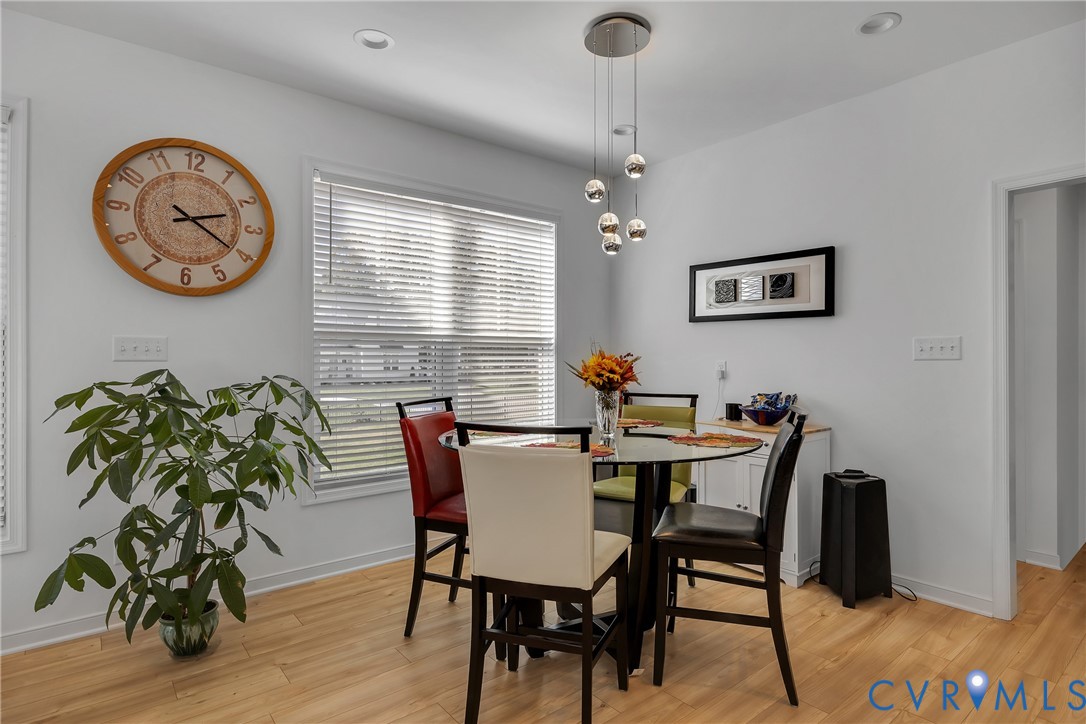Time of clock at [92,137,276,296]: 2:20
